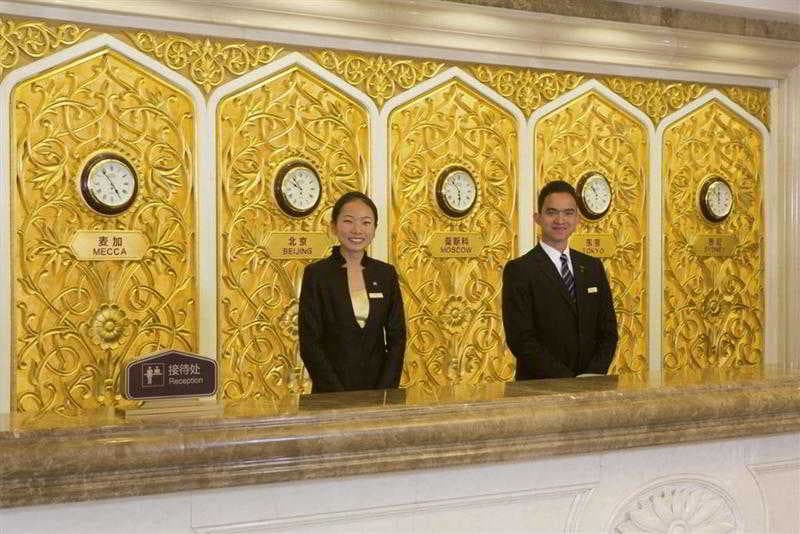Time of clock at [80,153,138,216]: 4:53
